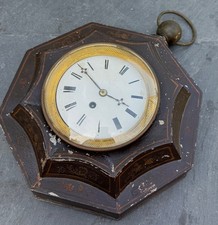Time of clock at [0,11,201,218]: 3:52
